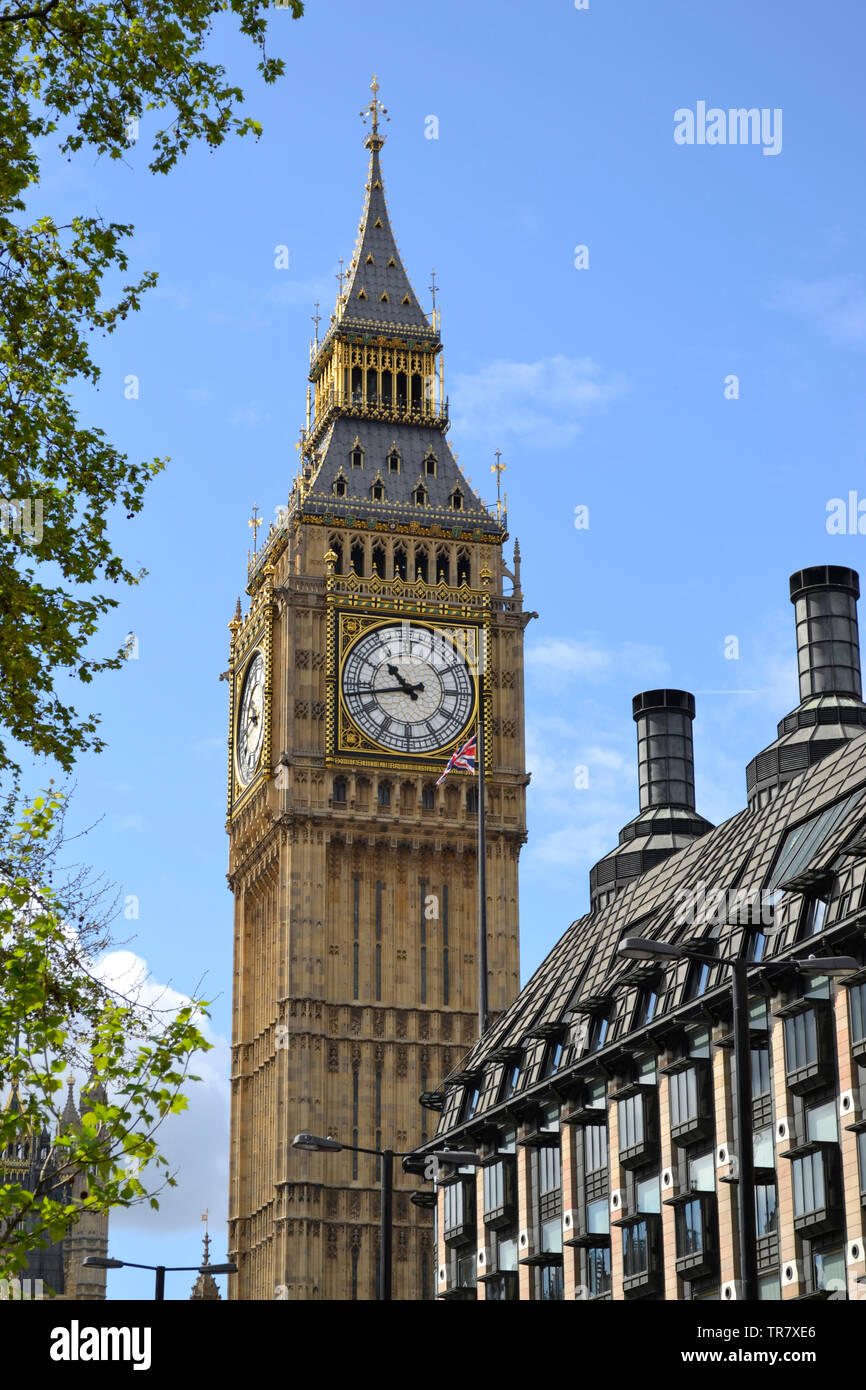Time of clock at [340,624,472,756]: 10:43
